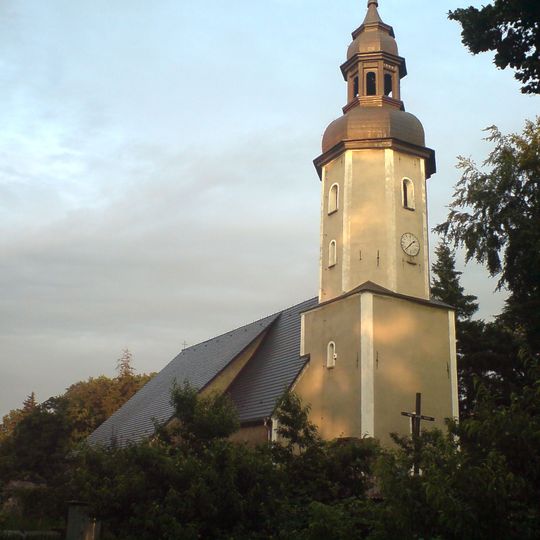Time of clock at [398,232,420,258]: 1:37
